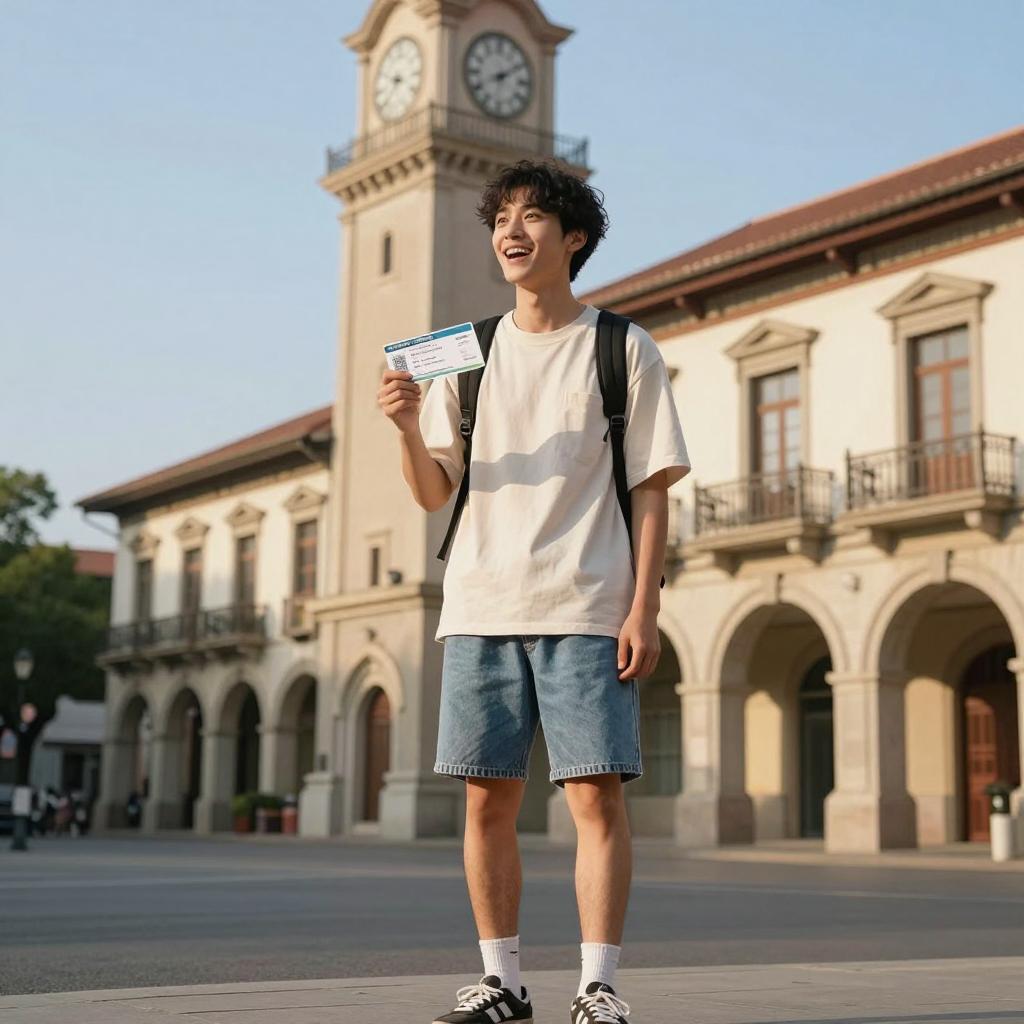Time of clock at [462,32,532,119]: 8:09
